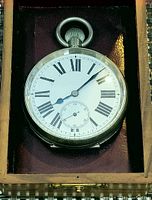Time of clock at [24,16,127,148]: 8:07
